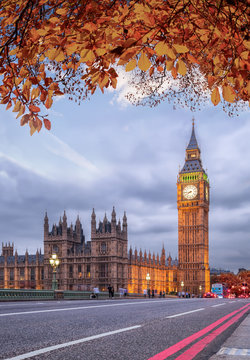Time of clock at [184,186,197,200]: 7:44
